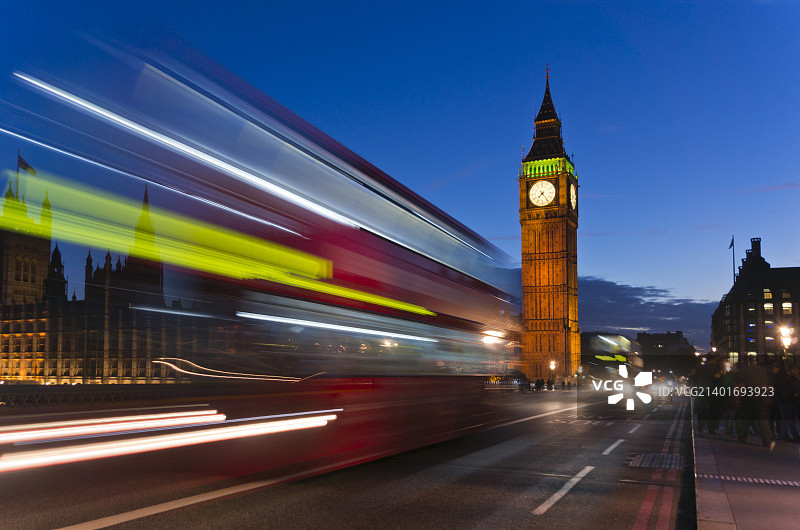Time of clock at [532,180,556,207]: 7:24
